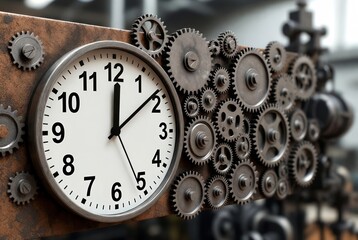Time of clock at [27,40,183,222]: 12:08
